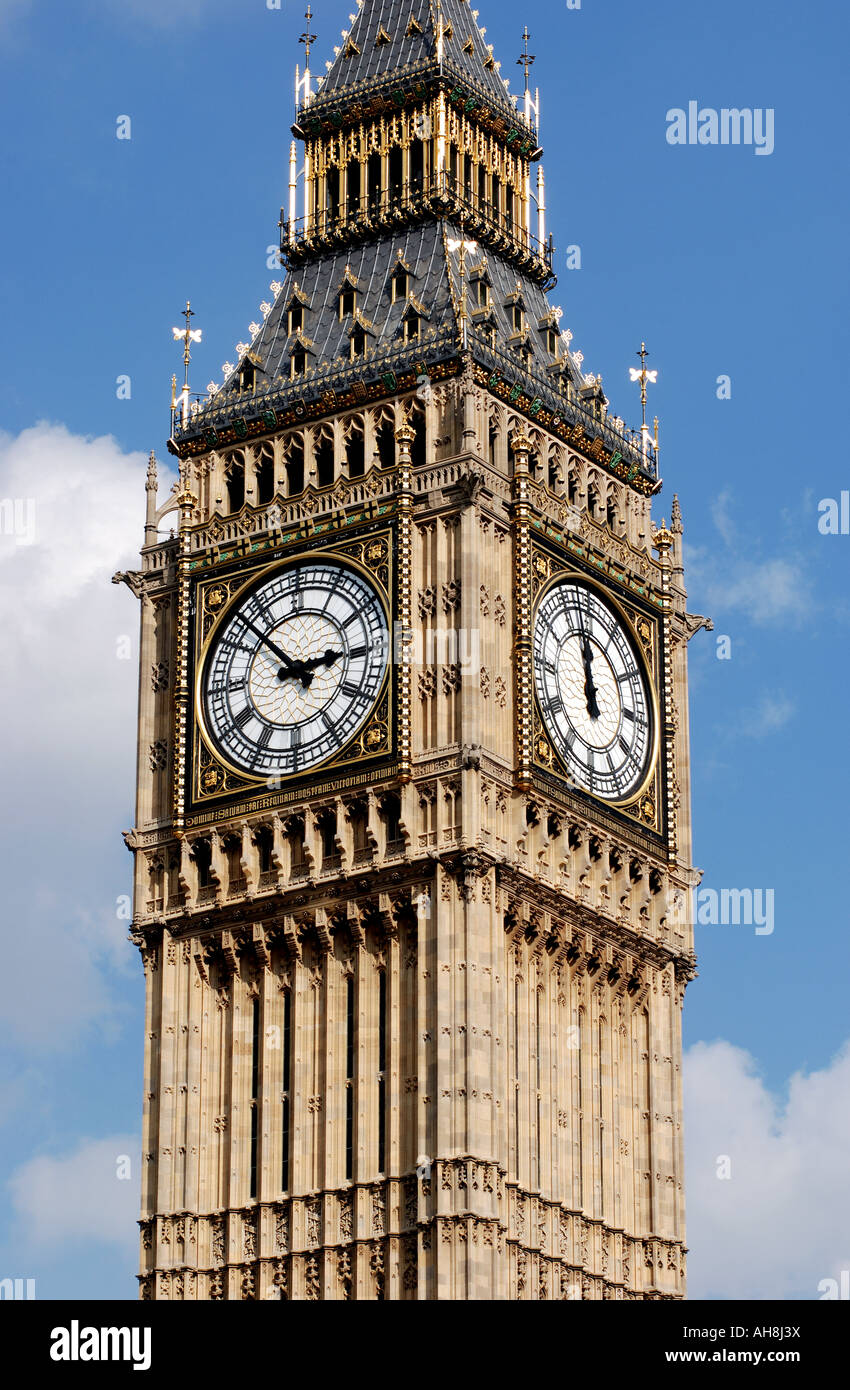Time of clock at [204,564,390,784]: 2:52
